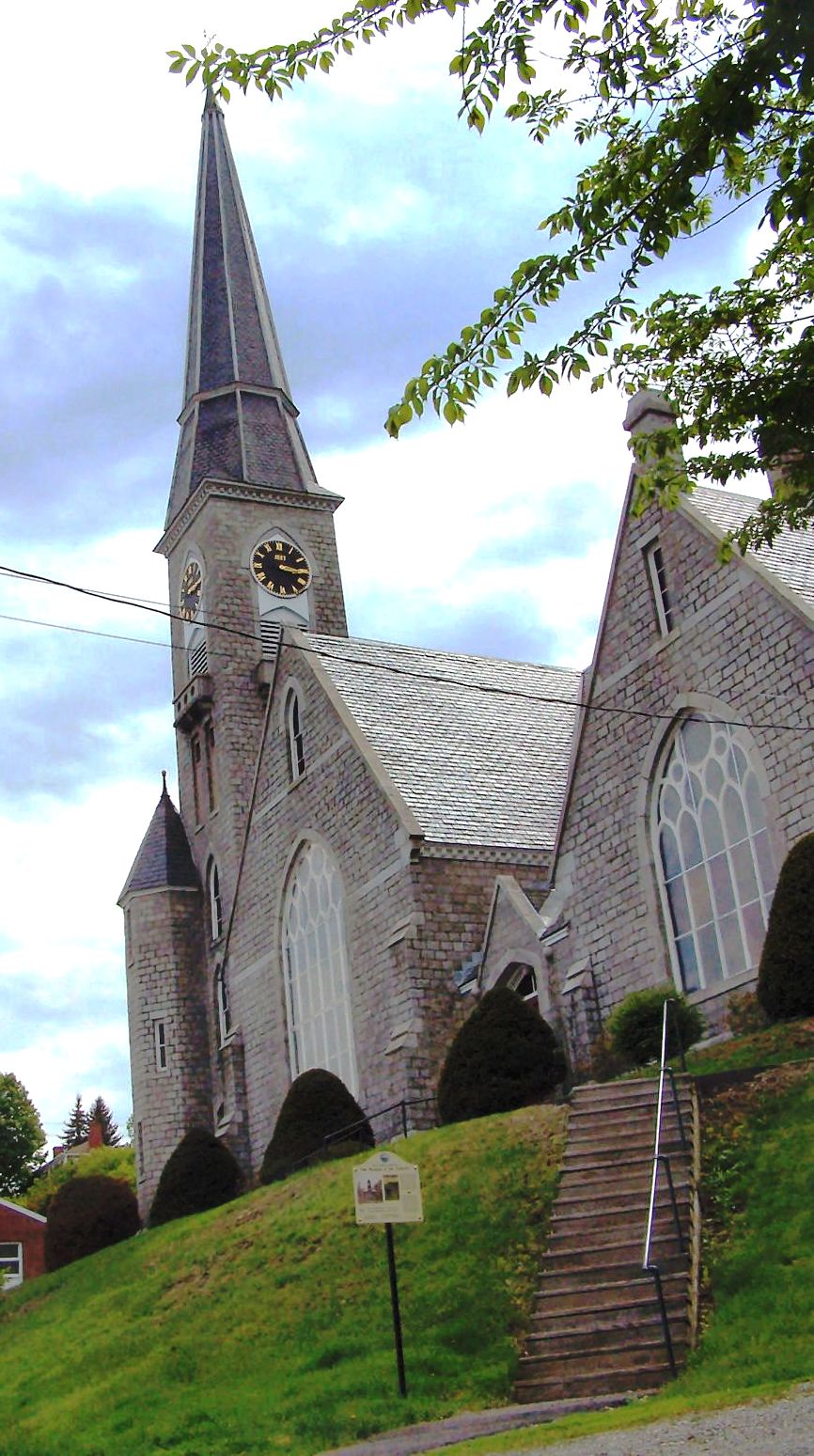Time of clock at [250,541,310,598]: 3:16
